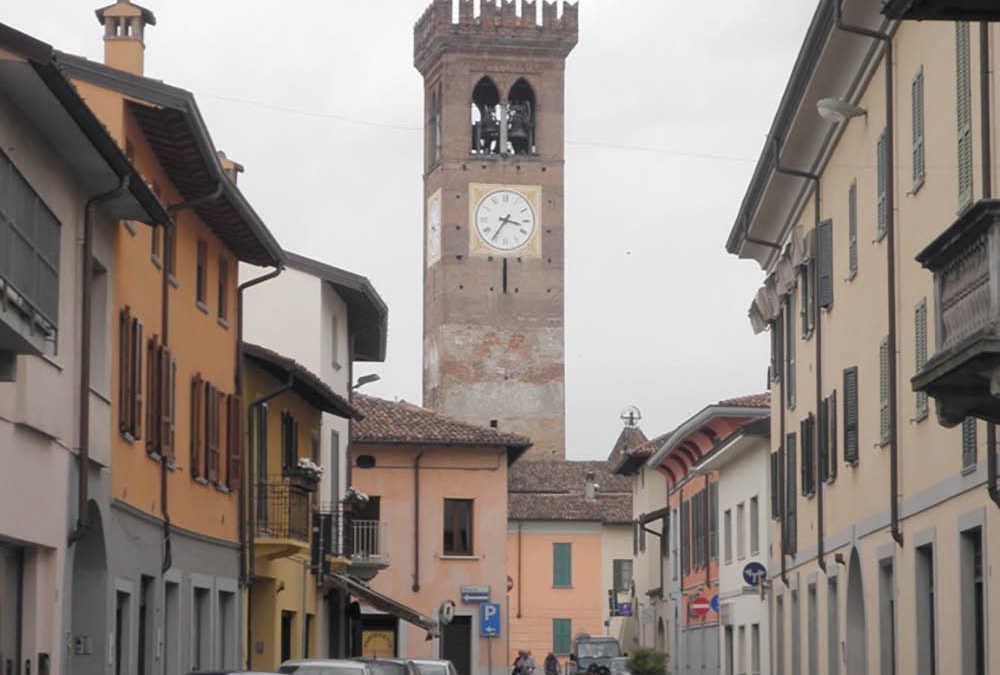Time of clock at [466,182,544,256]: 3:35
